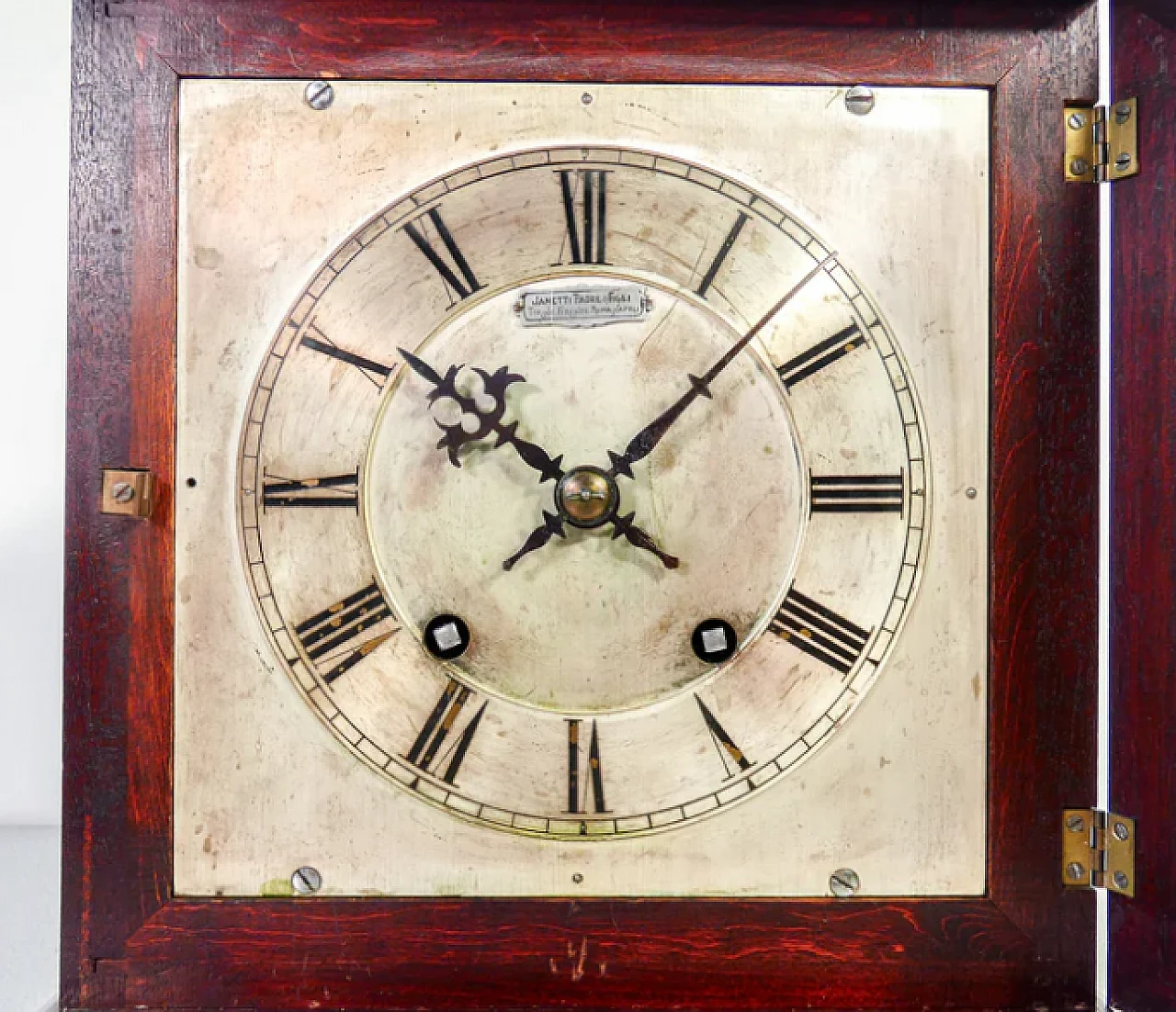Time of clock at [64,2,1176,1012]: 10:07
